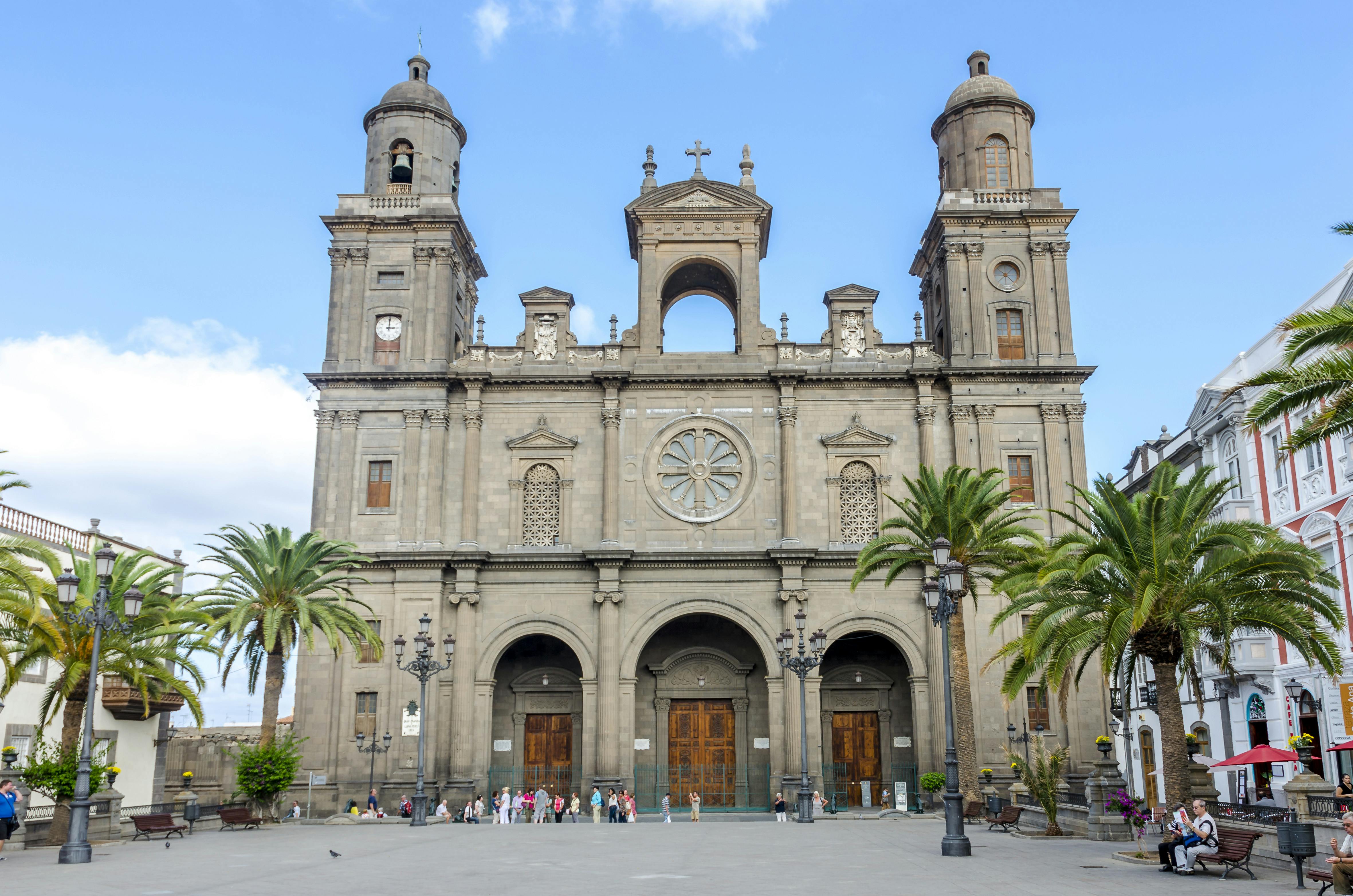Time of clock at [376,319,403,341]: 3:00
